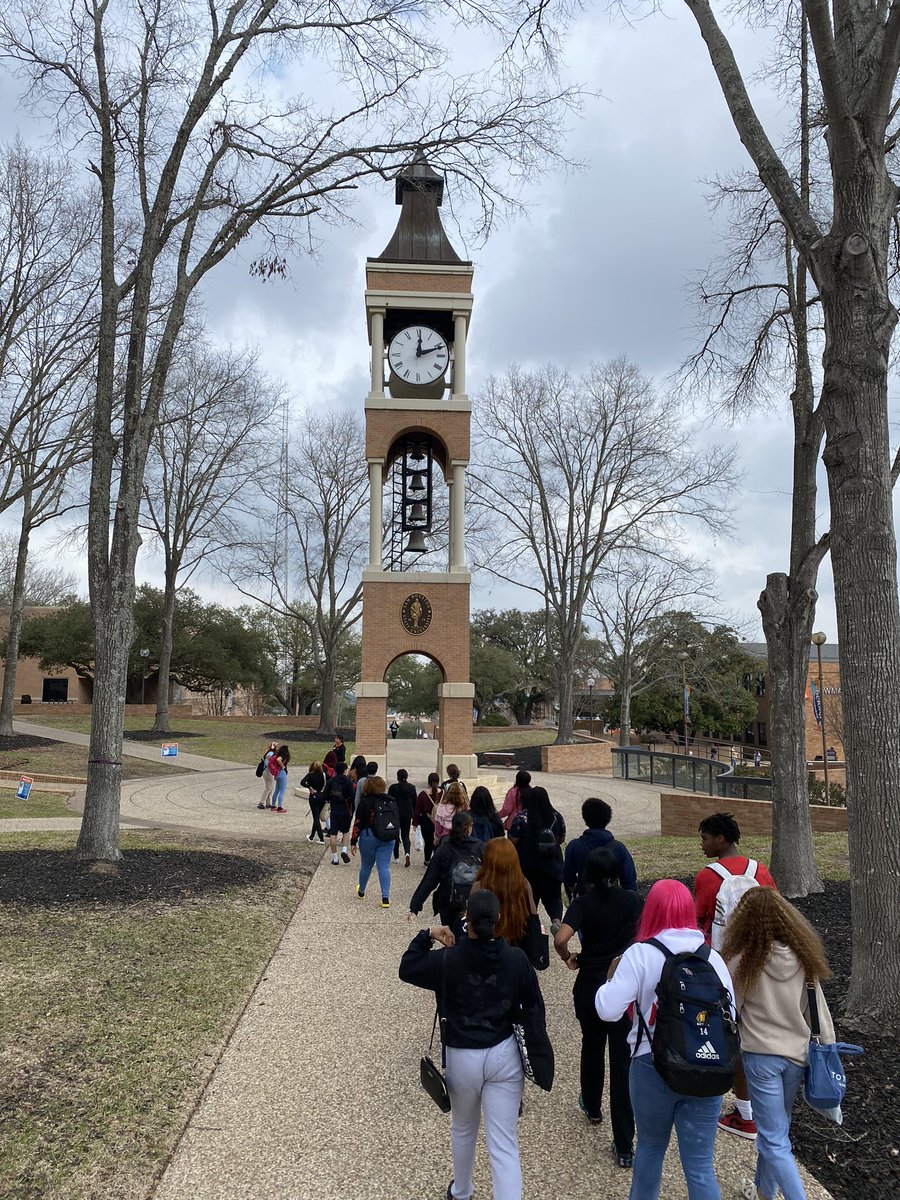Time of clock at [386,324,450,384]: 12:11
